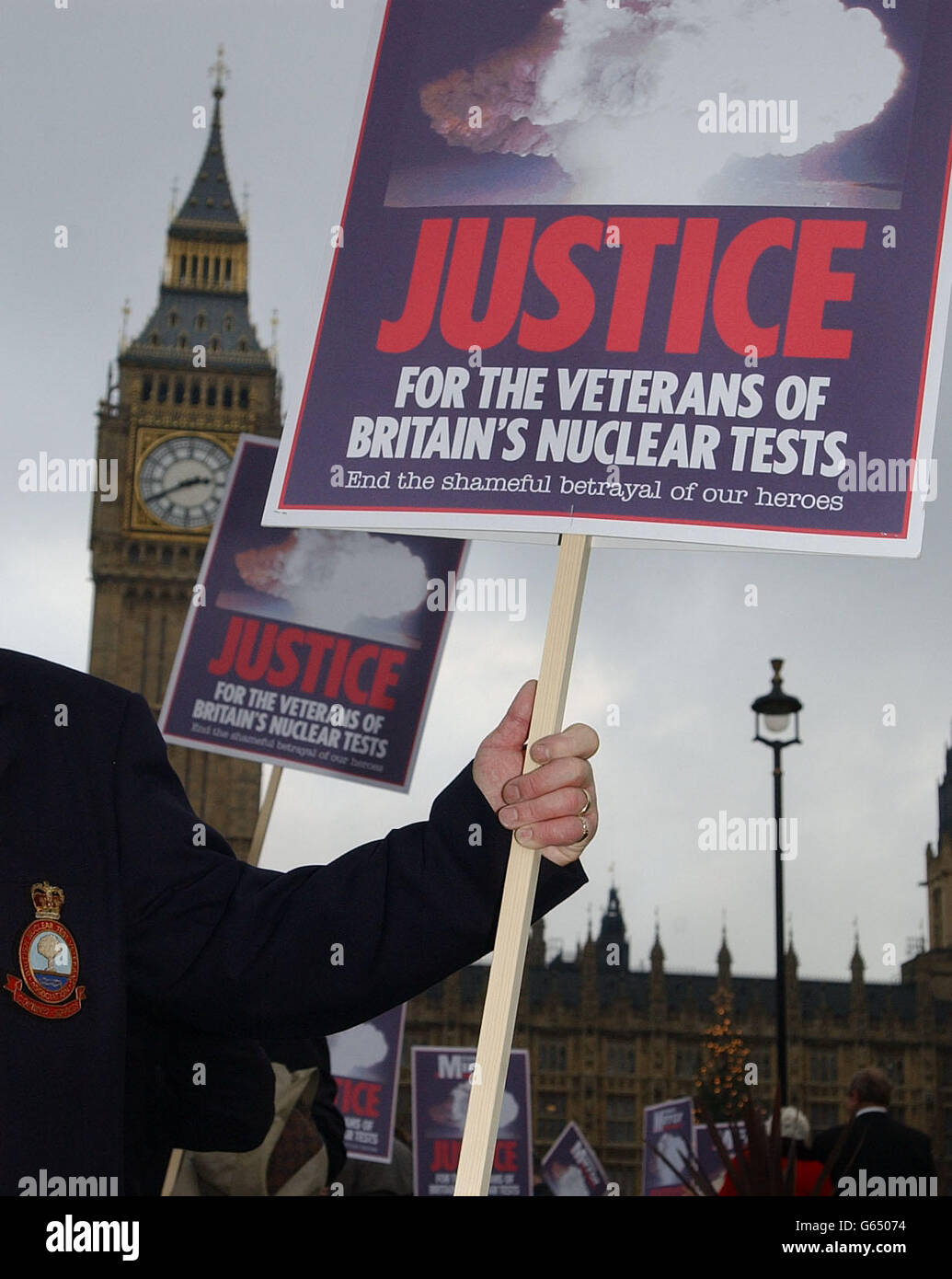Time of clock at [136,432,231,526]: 2:40
